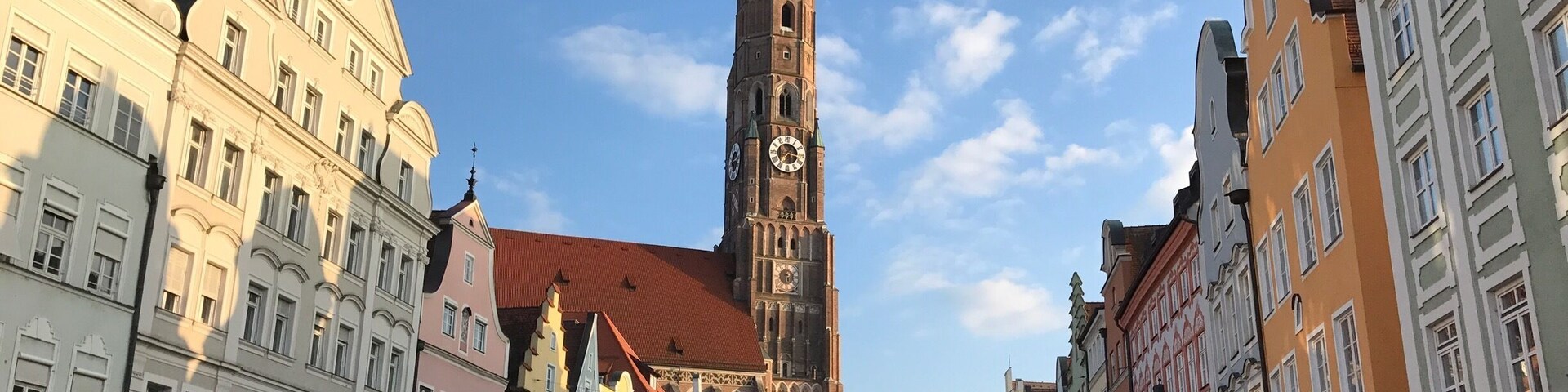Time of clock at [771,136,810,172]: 3:36
